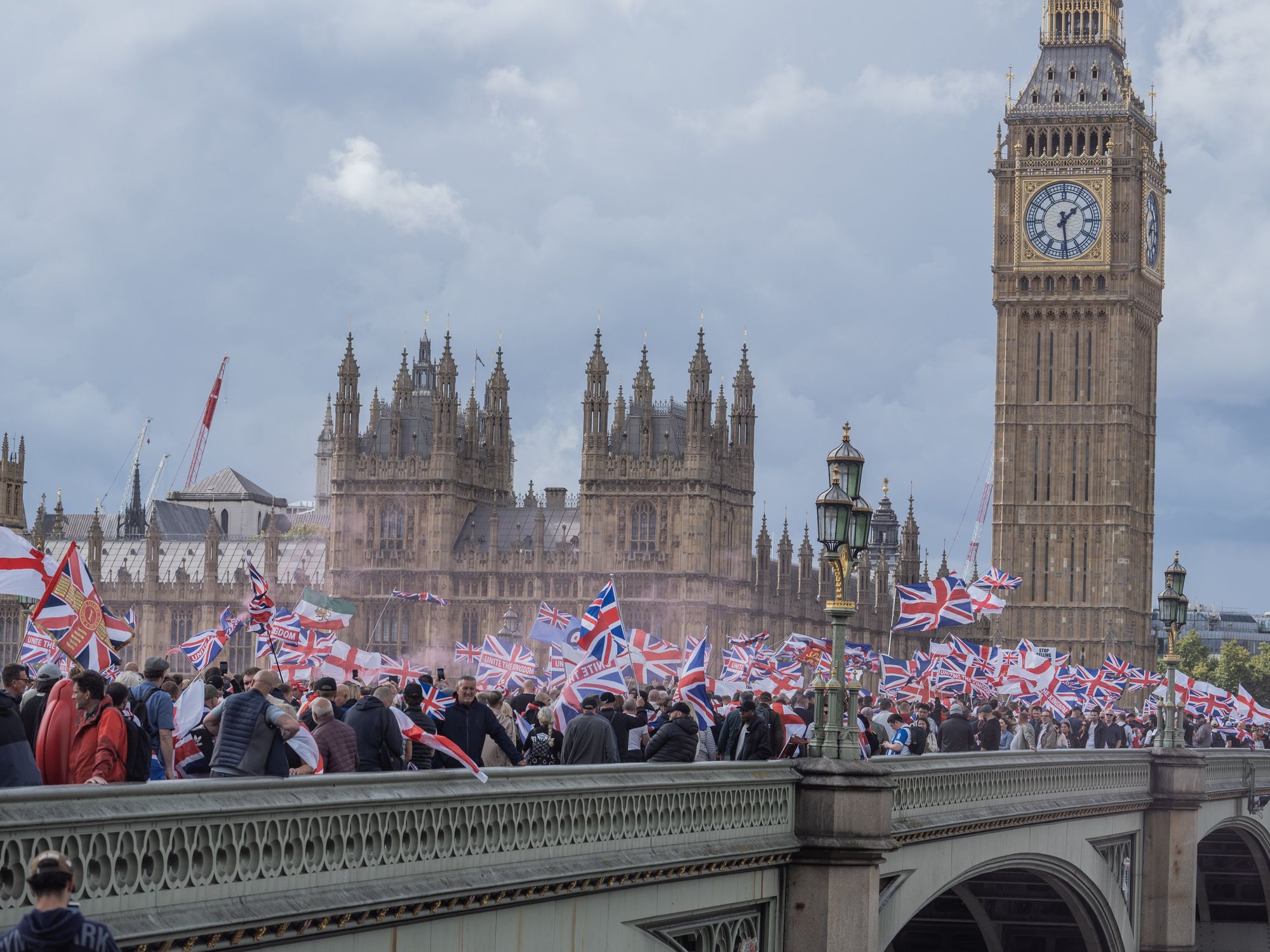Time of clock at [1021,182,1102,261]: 1:28
